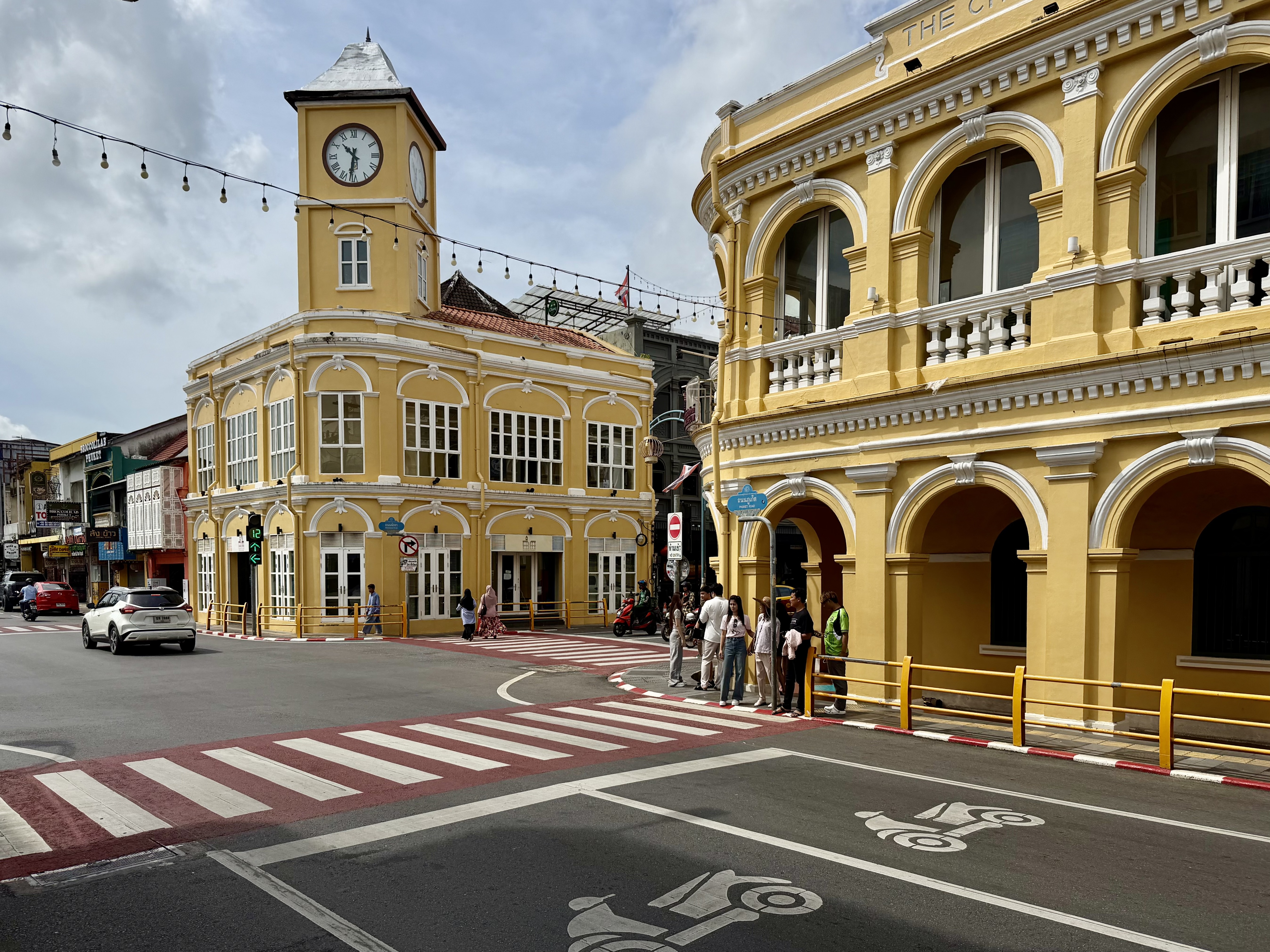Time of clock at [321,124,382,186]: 10:31
